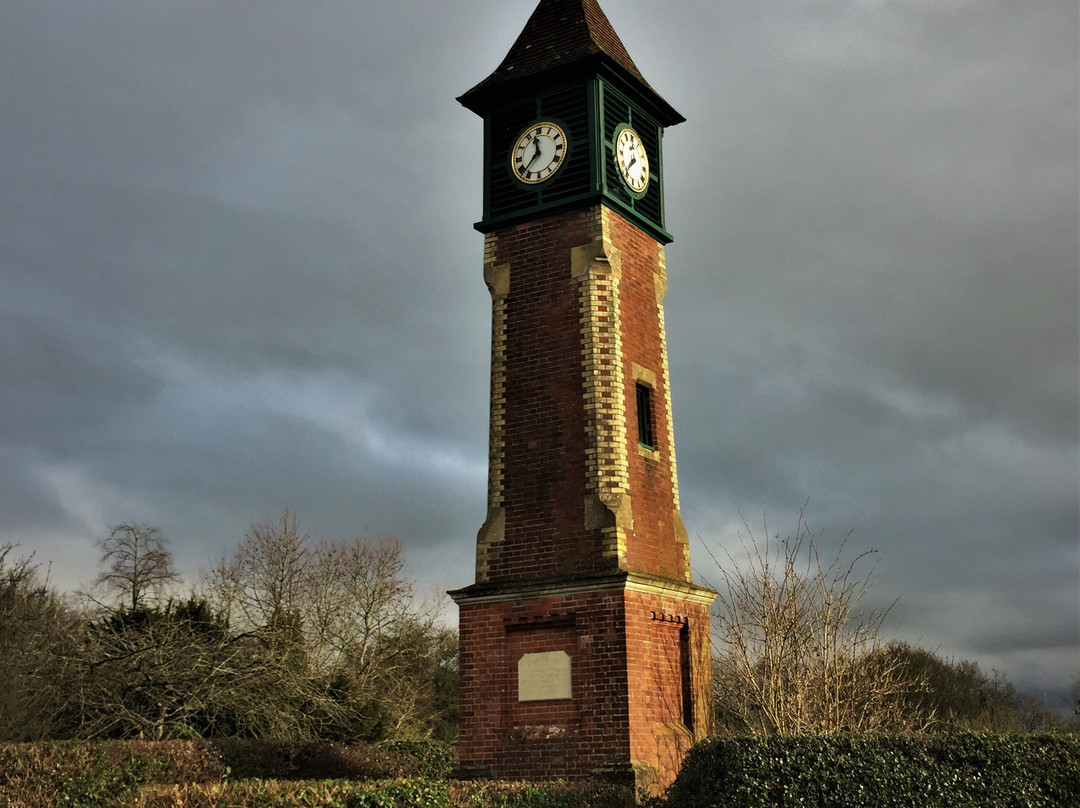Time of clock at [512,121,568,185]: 11:37
